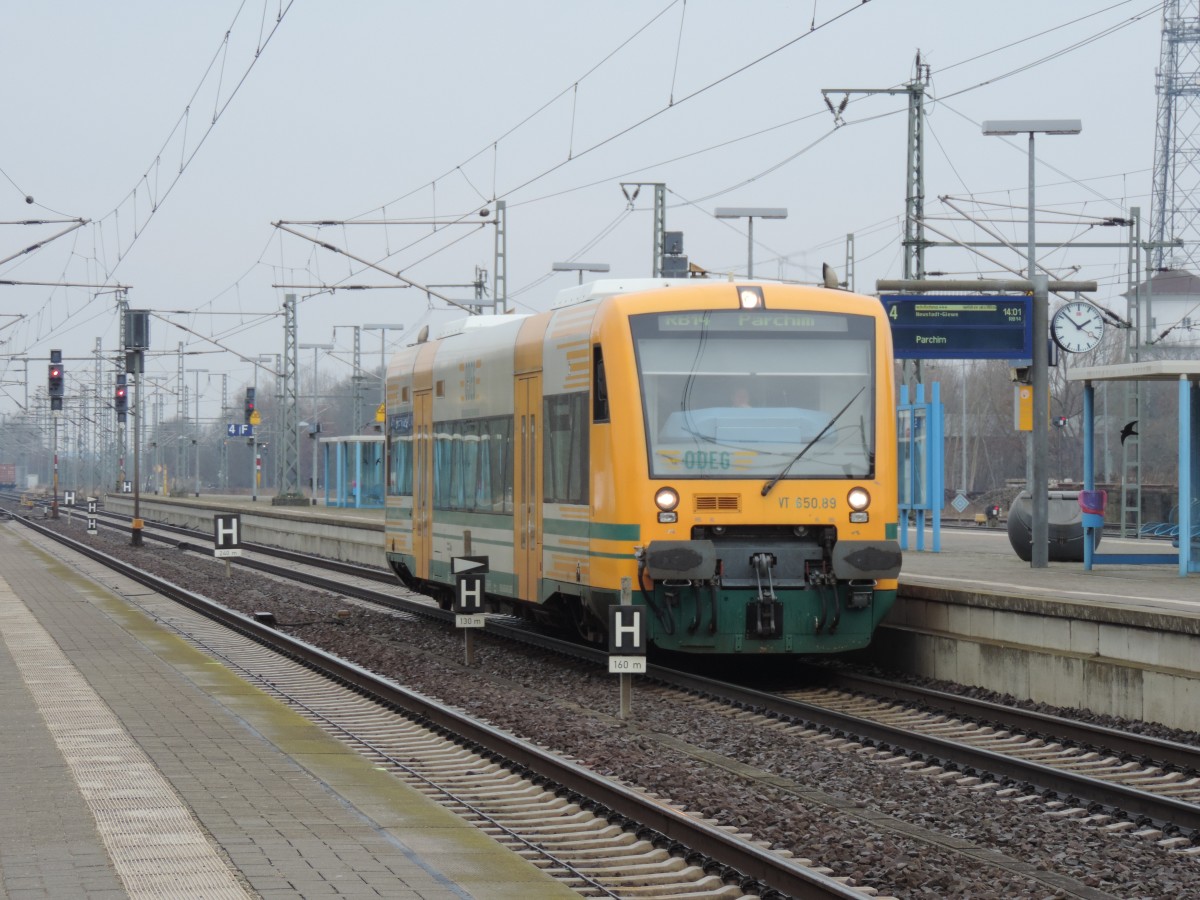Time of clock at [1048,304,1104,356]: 1:52
